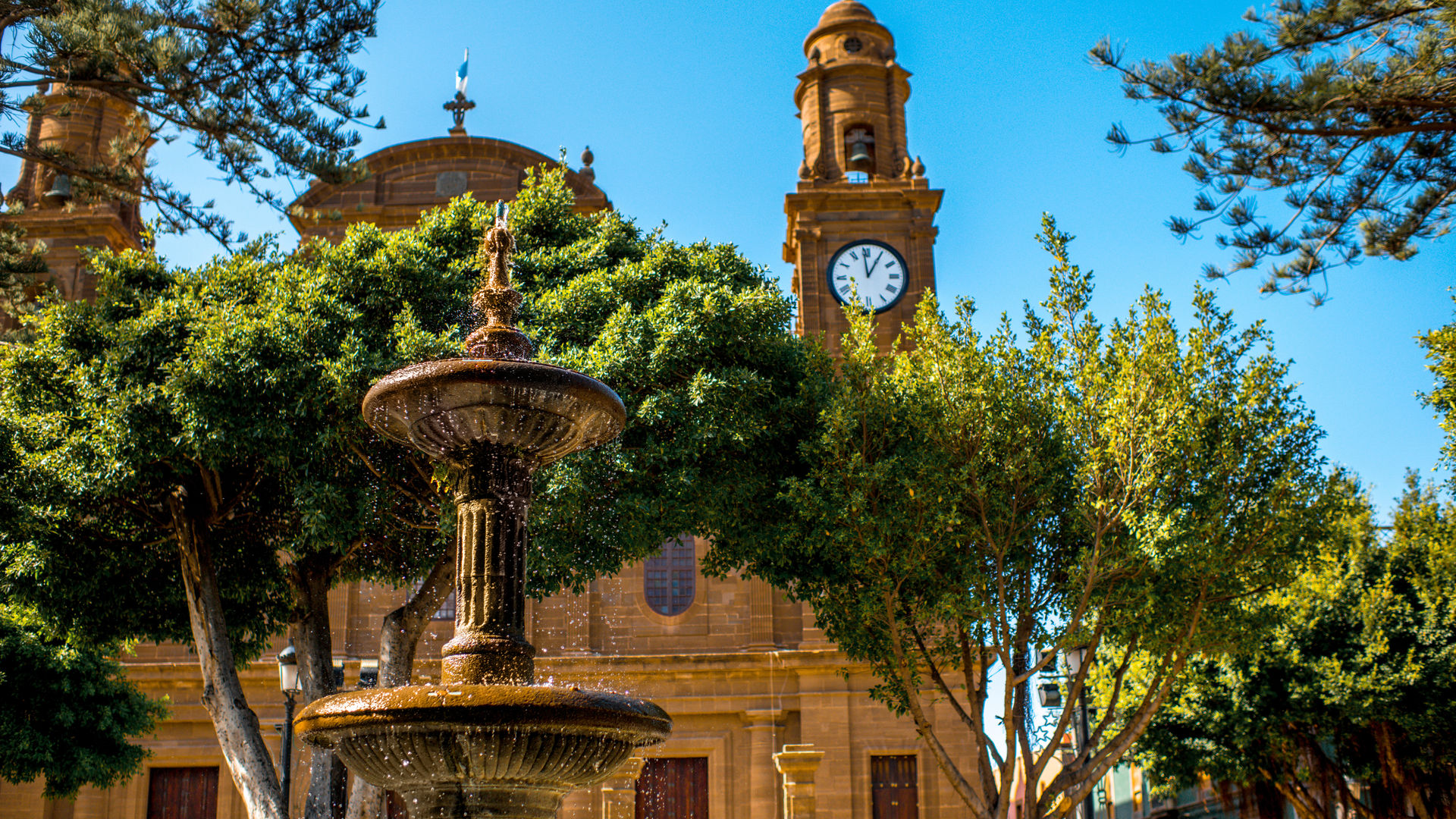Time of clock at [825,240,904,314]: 12:59
